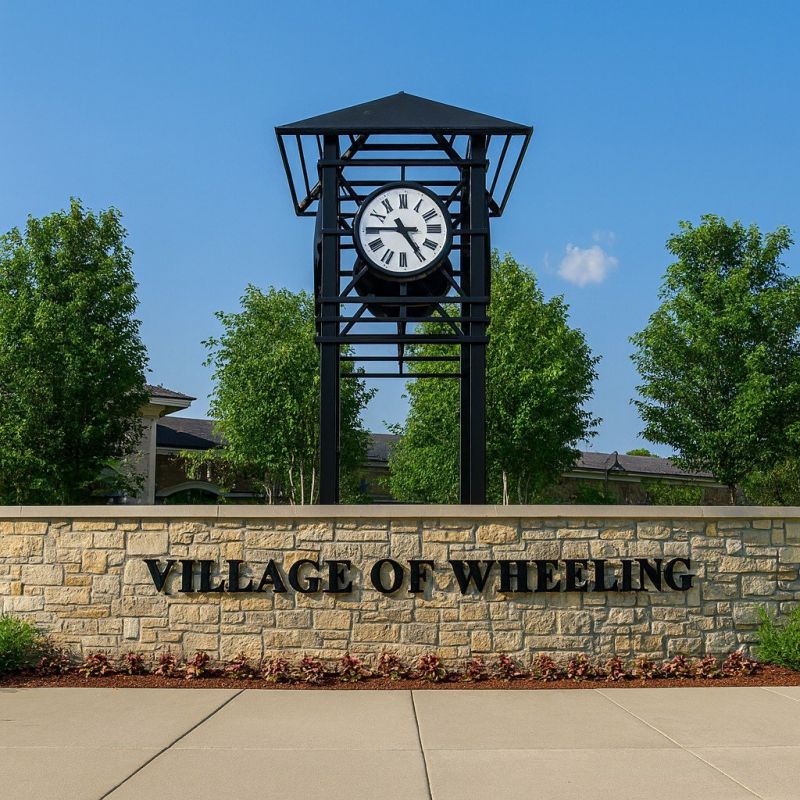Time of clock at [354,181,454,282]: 4:45
